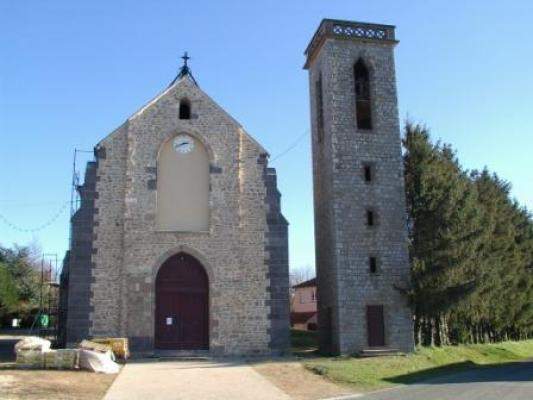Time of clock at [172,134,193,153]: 2:41
